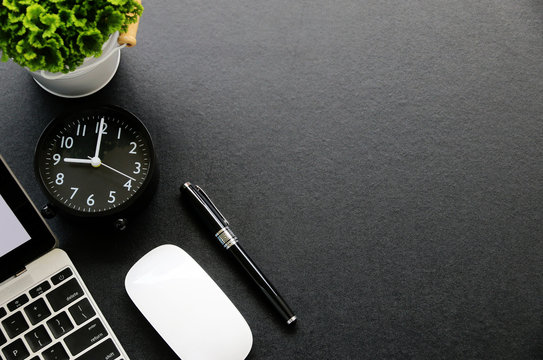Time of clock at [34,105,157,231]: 9:00
